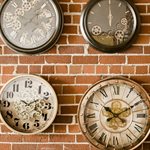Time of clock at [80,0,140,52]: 11:59
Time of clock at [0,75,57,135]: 2:19
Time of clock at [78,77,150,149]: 10:10
